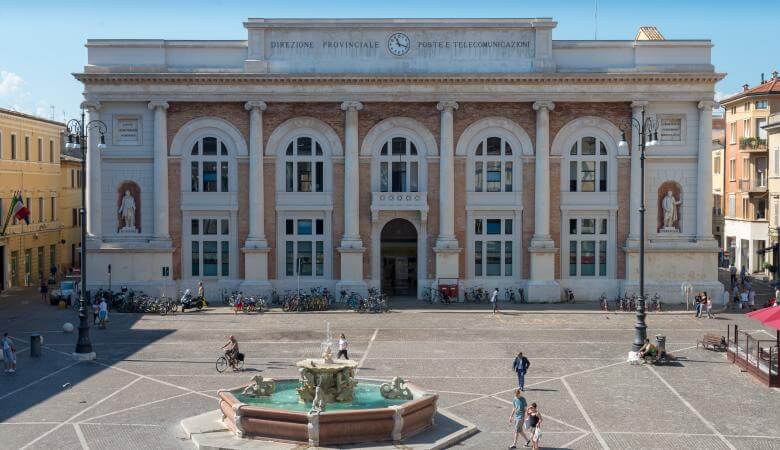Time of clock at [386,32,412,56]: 11:18
